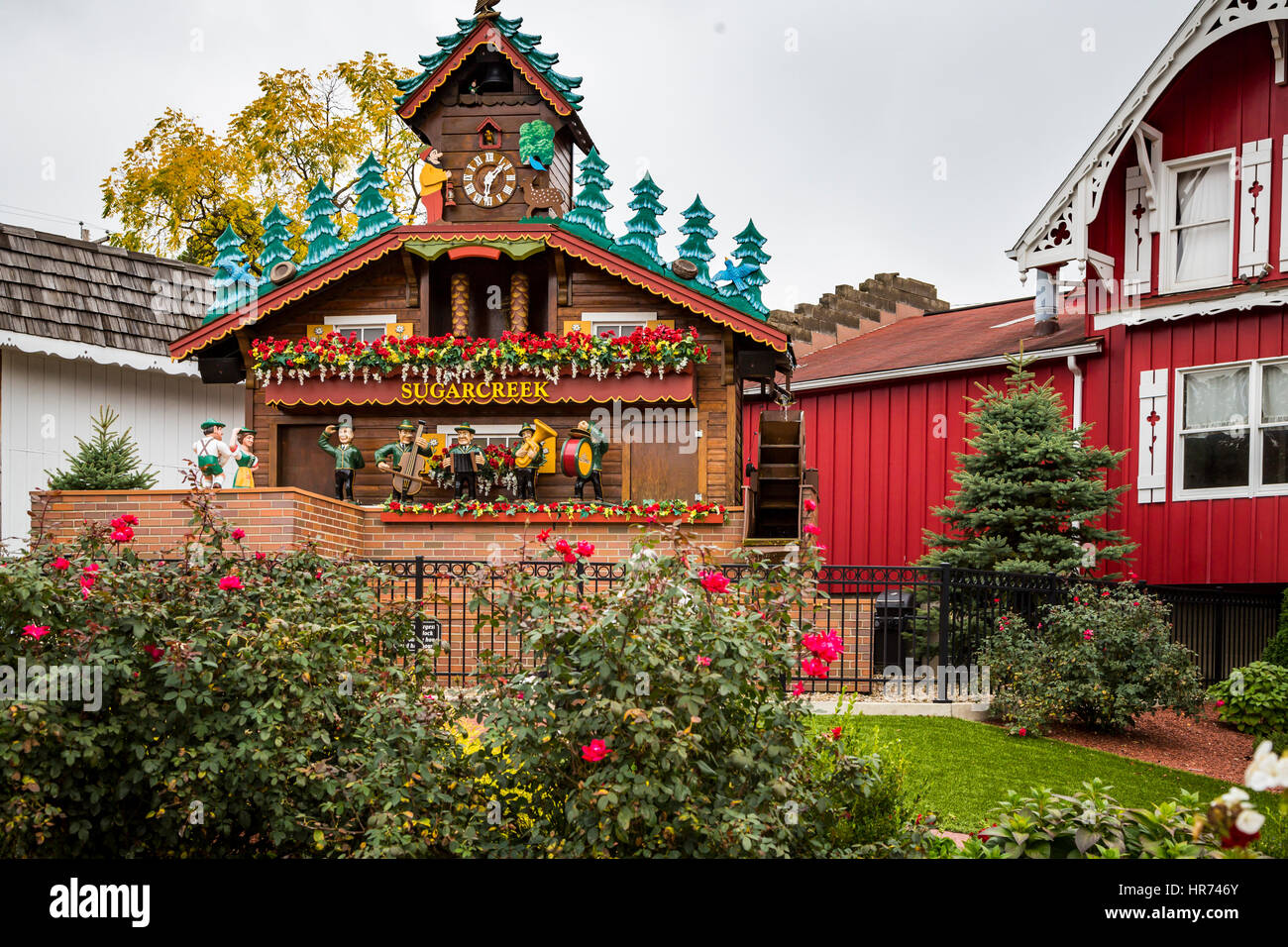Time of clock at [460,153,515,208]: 1:32
